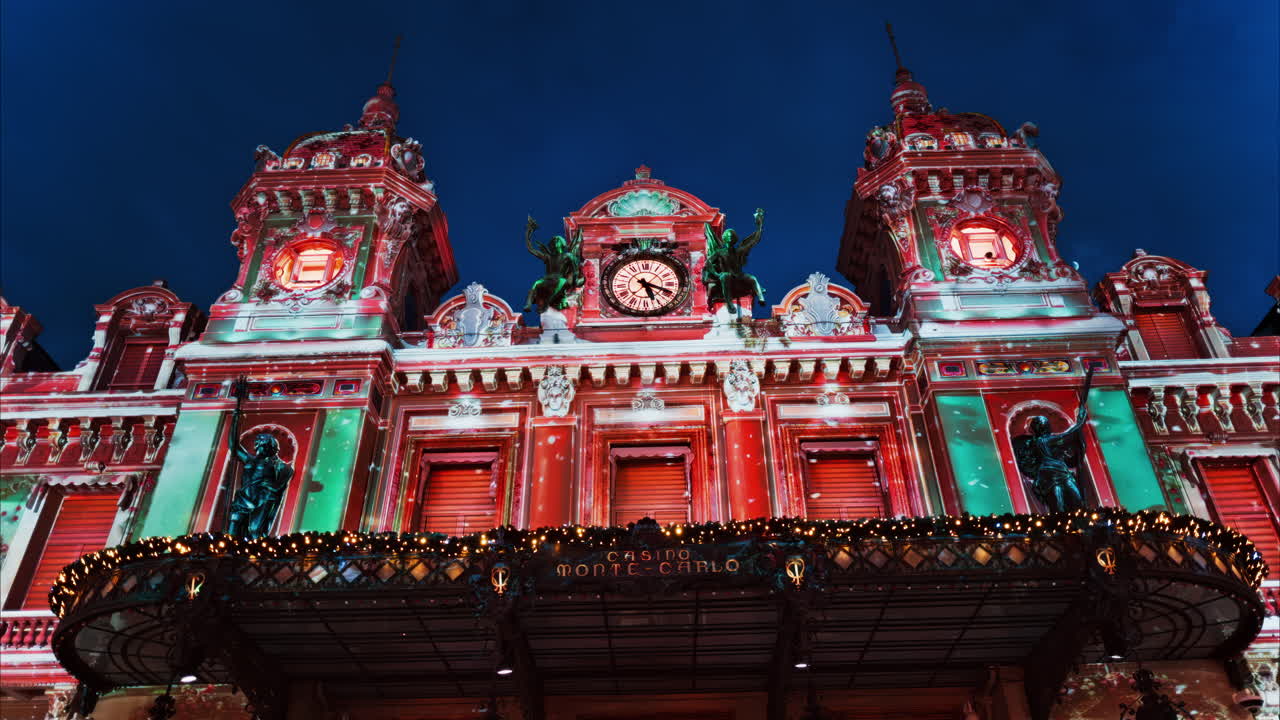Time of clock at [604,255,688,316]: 5:18
